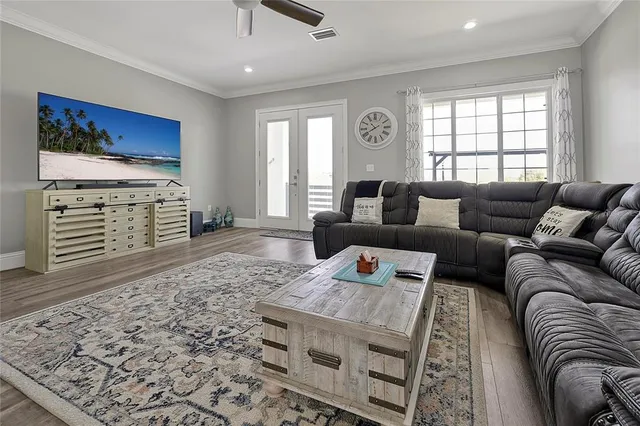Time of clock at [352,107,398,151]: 10:40
